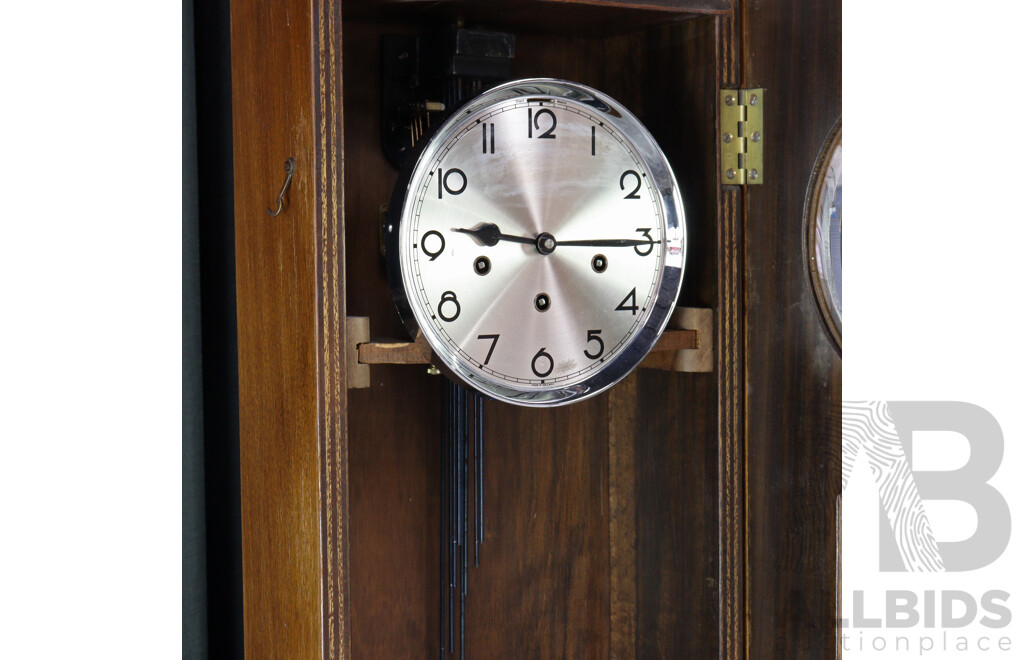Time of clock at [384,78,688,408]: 9:14
